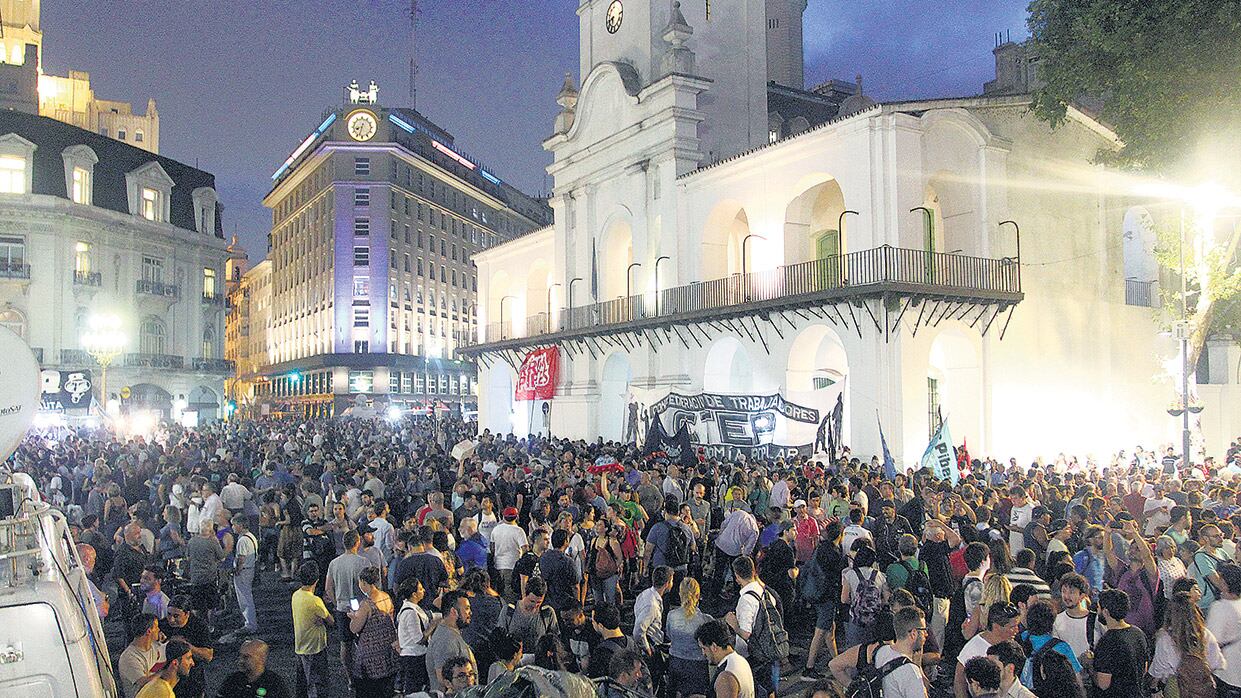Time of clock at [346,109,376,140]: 8:32
